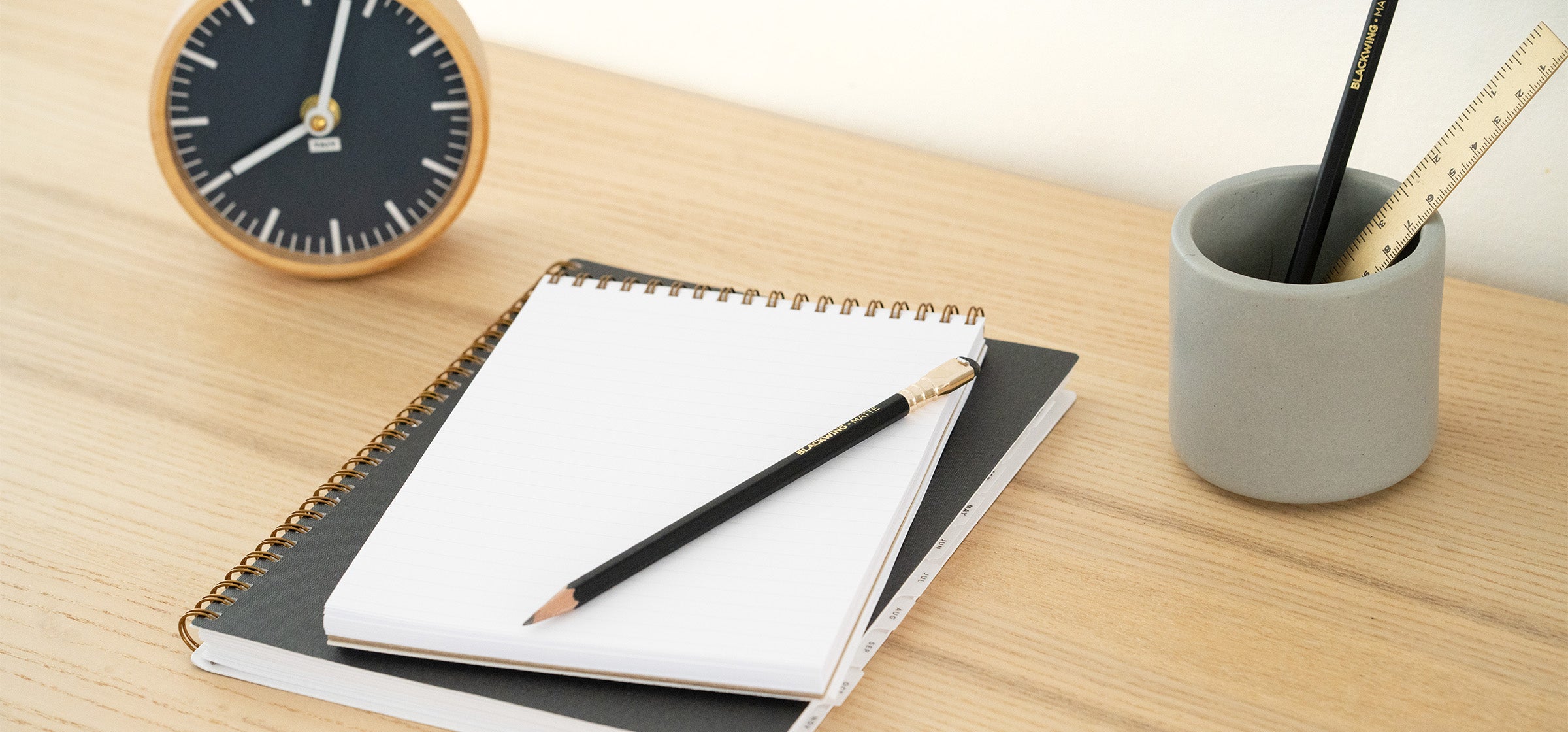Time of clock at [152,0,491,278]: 8:03
